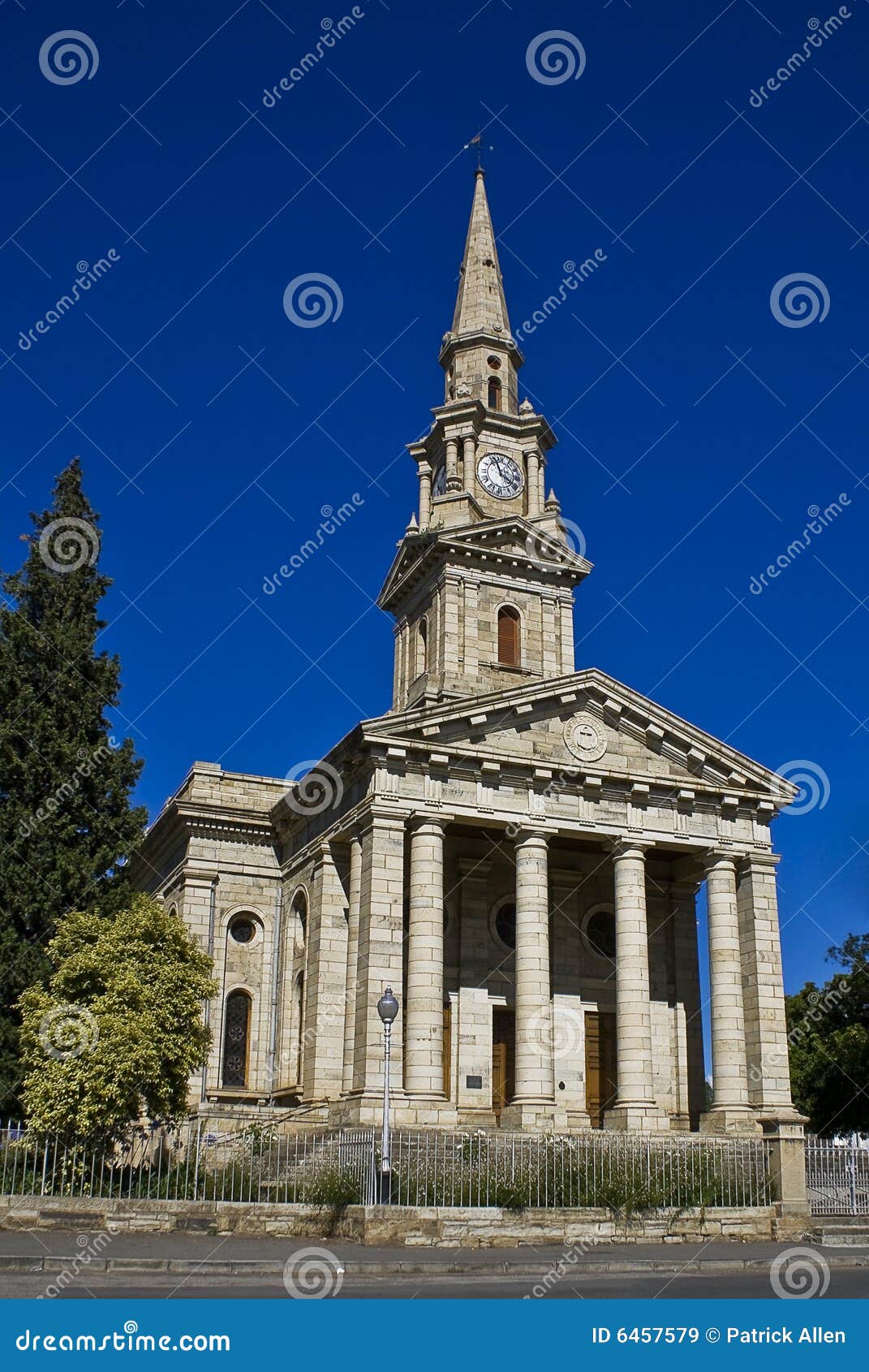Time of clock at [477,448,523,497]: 3:56
